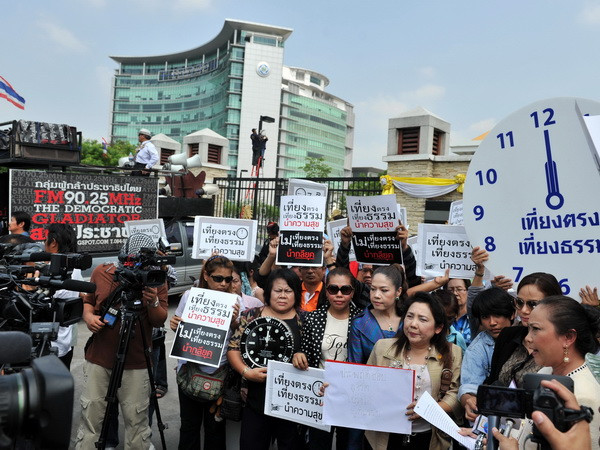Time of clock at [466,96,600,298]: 12:00
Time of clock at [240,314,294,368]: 12:00
